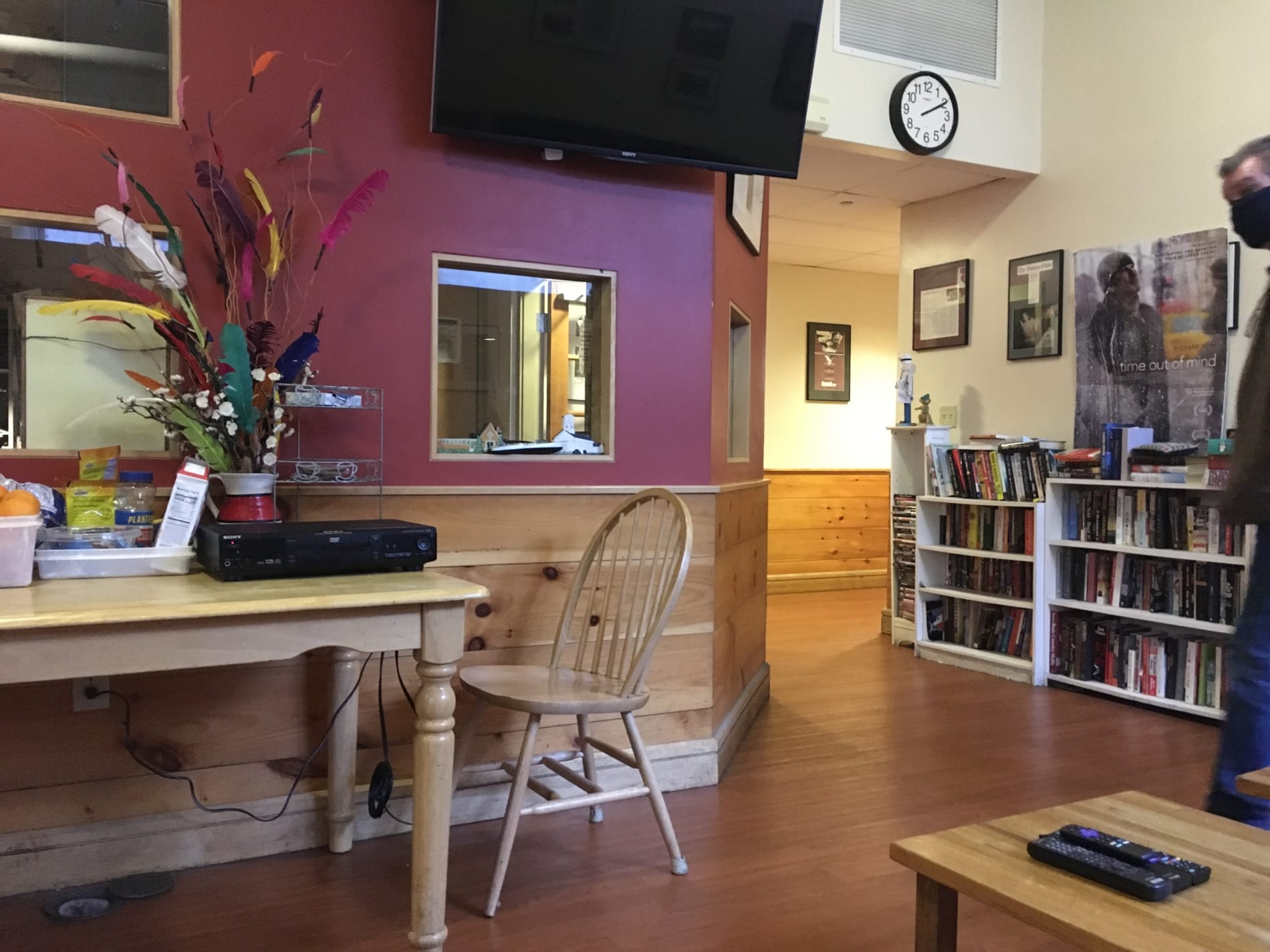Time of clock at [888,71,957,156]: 2:10
